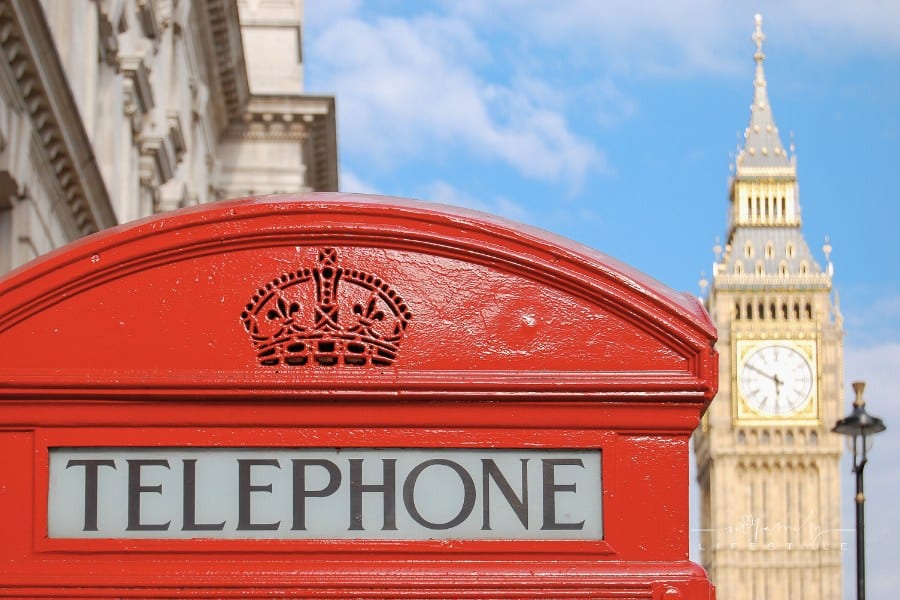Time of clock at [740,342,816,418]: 5:49
